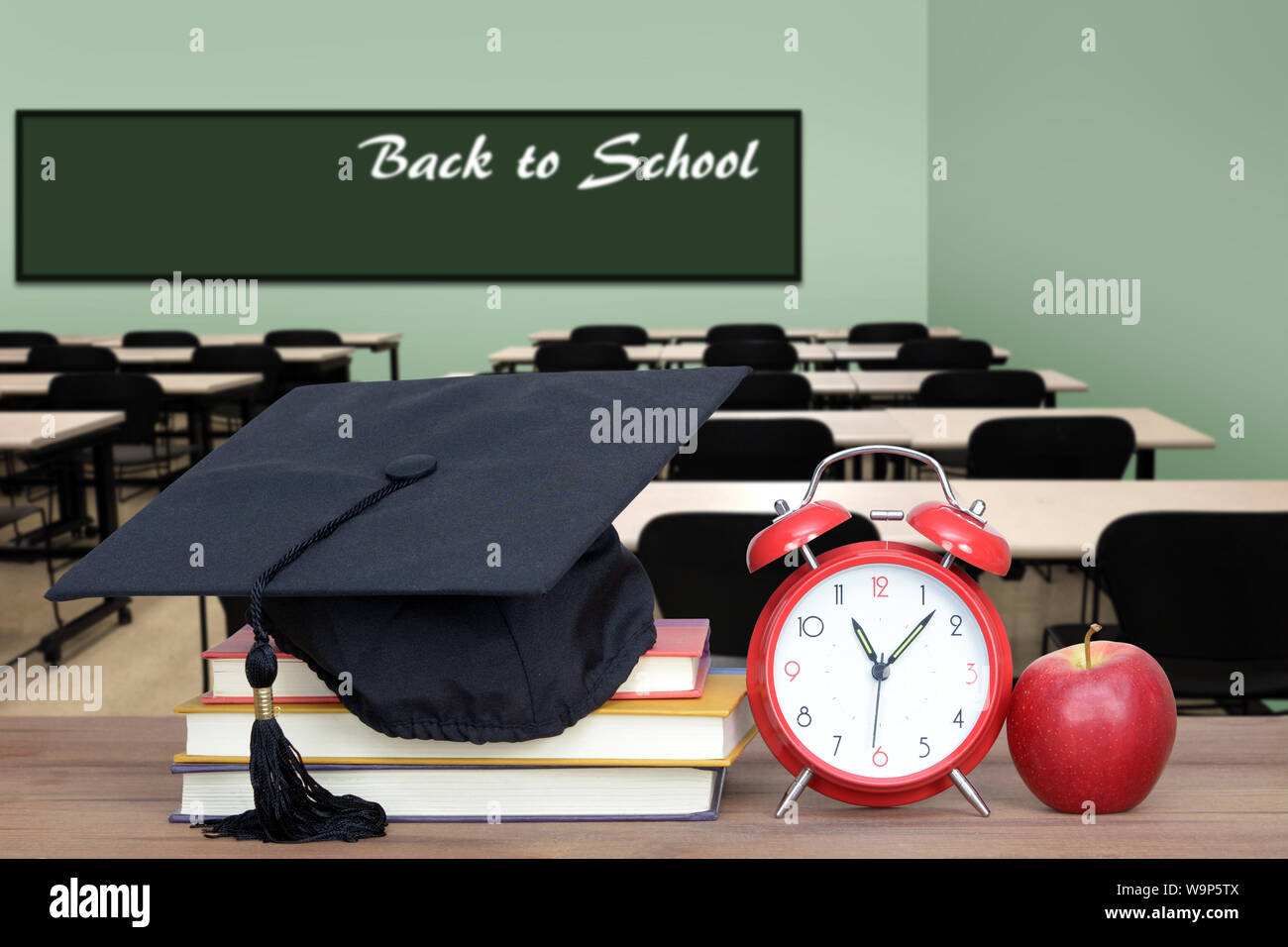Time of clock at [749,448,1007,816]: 11:07
